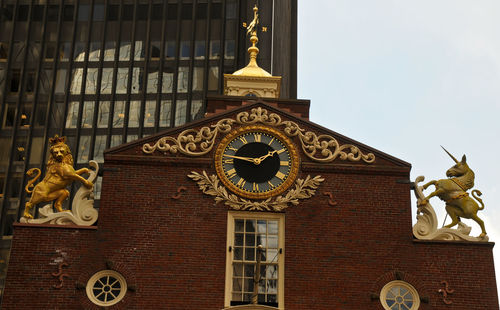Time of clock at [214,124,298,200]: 1:46
